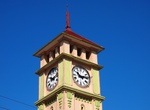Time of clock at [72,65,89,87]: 10:13
